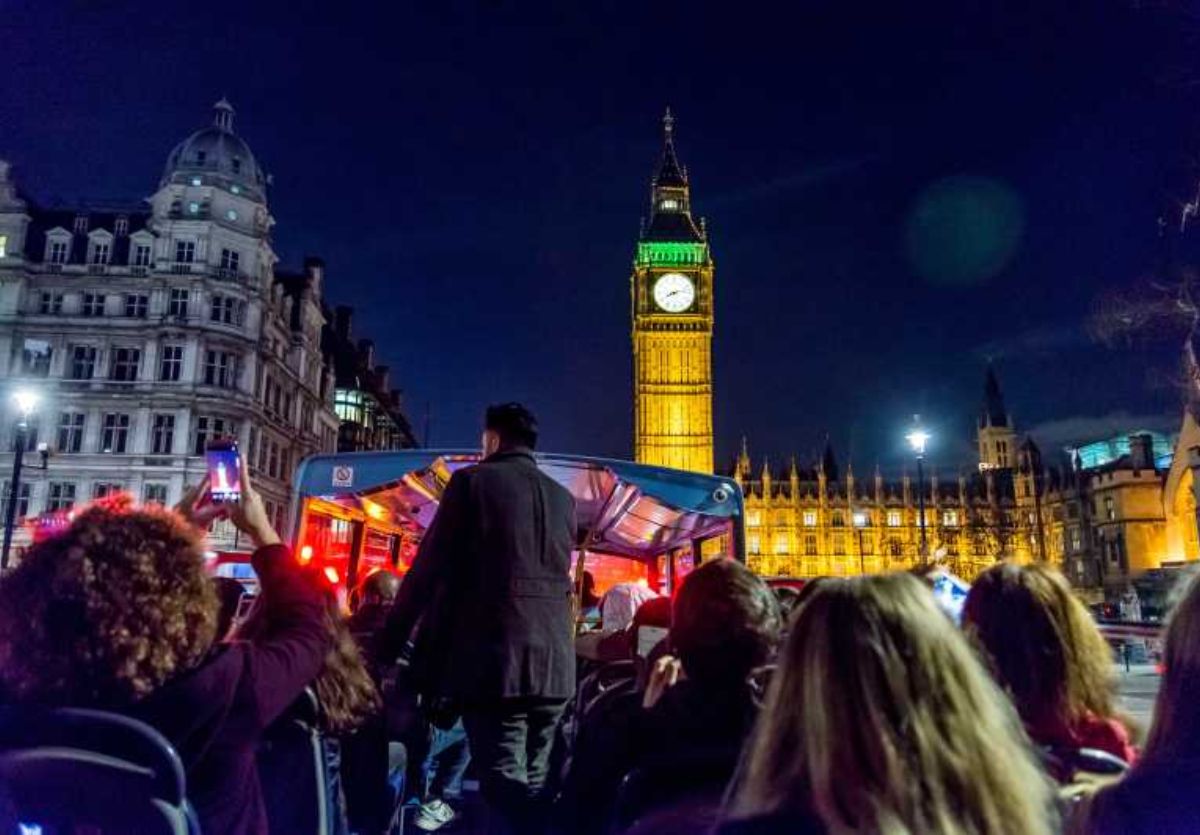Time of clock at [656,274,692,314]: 8:12
